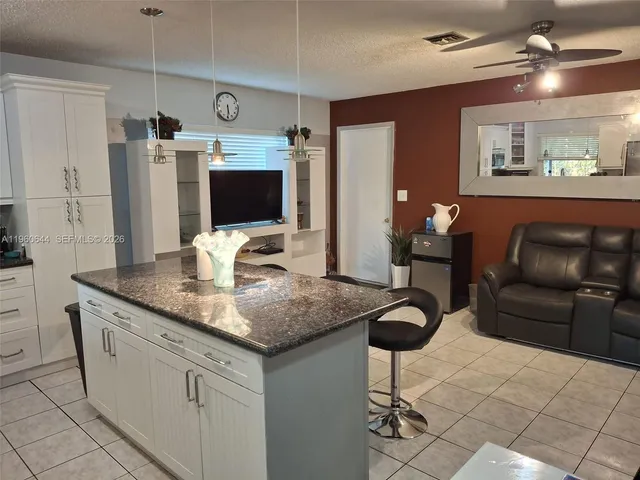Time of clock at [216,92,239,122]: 5:29
